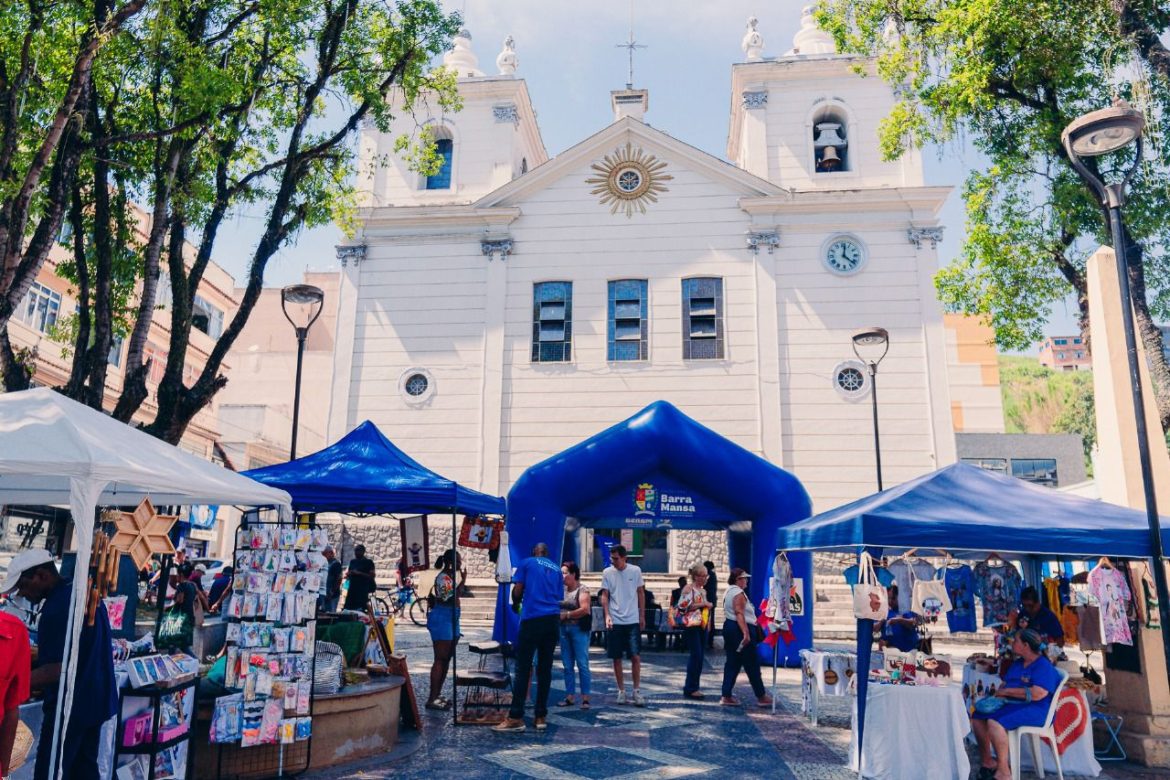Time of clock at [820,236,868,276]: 12:21
